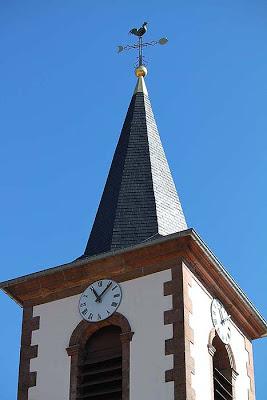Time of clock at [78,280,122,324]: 11:07
